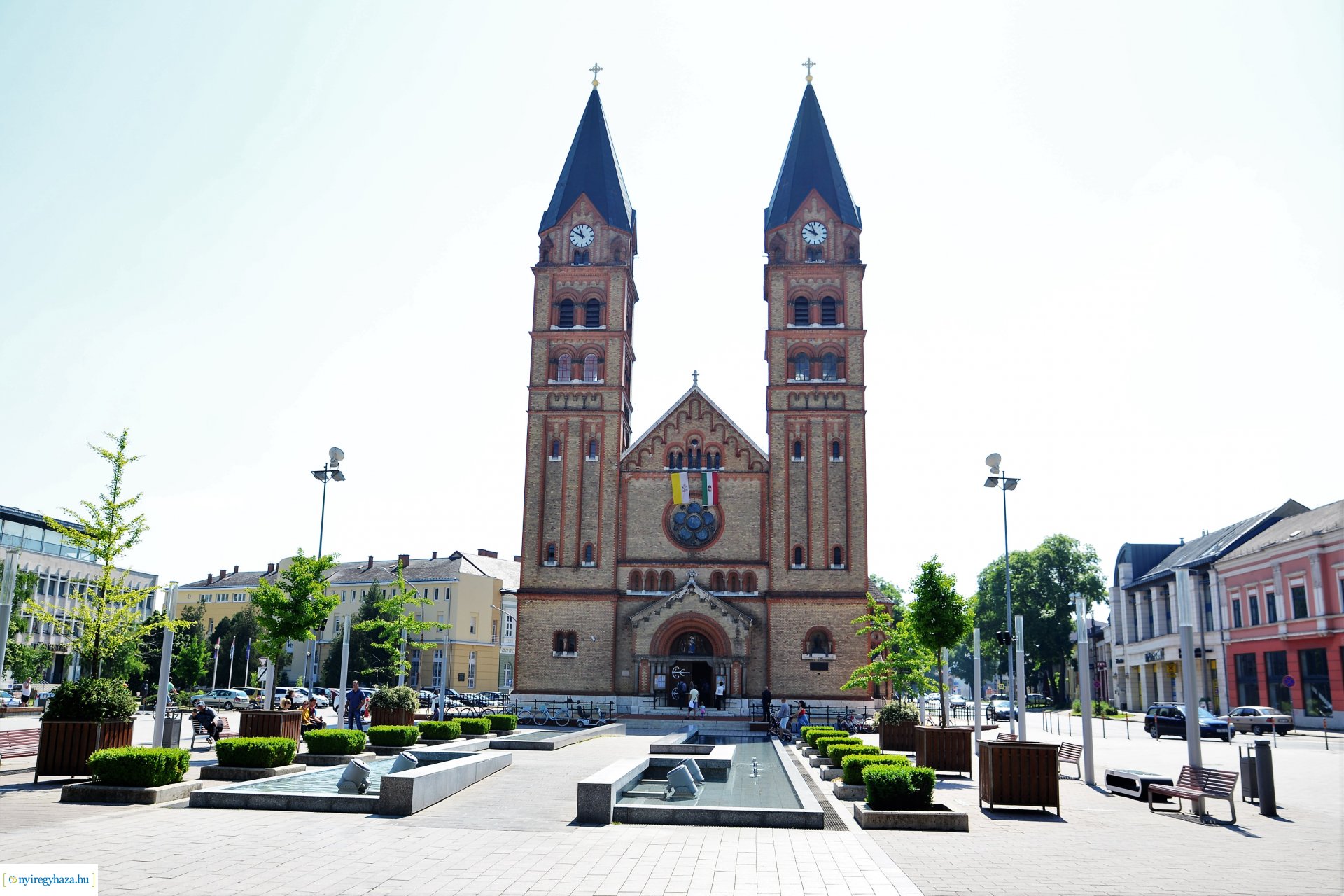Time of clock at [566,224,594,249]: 9:56
